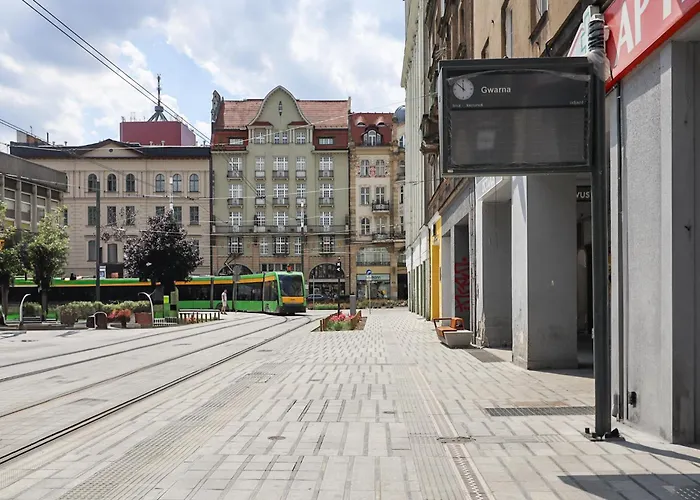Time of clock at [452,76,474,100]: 11:52
